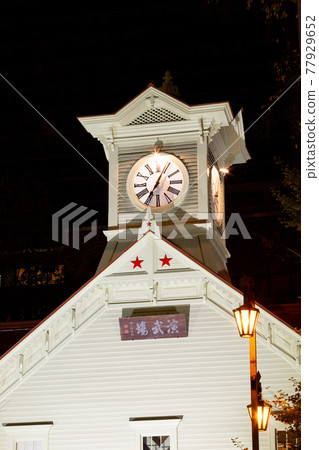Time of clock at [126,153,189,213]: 7:04
